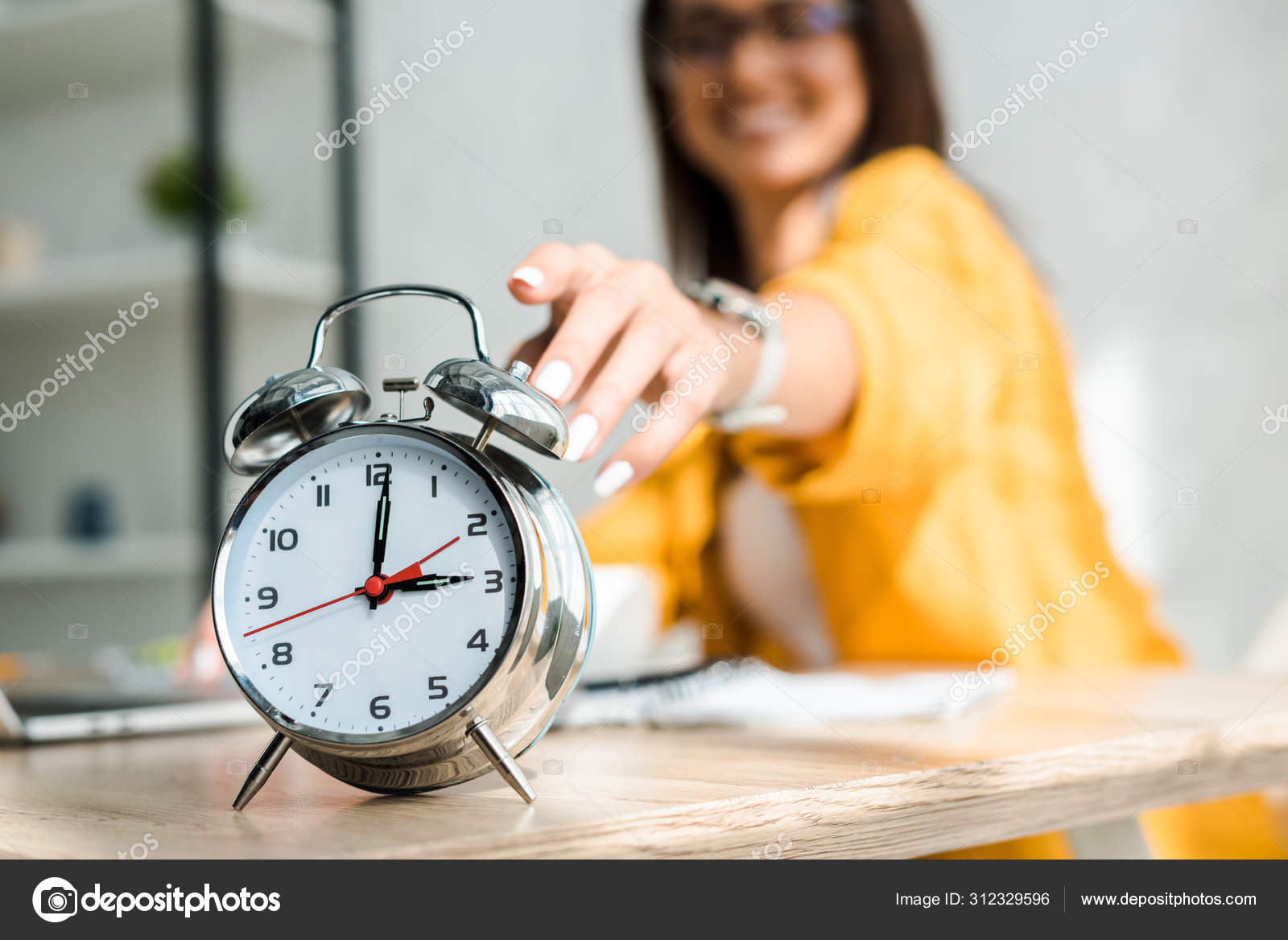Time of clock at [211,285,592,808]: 3:00
